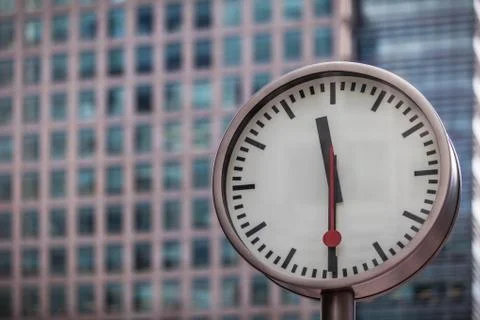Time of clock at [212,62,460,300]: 11:30
